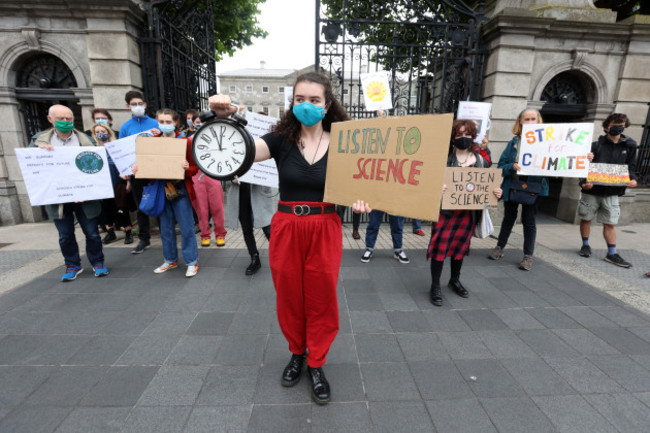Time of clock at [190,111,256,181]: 11:55
